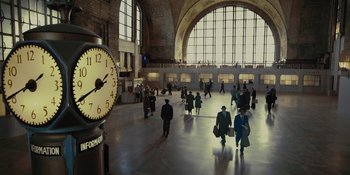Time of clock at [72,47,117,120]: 1:40
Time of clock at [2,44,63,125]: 1:40
